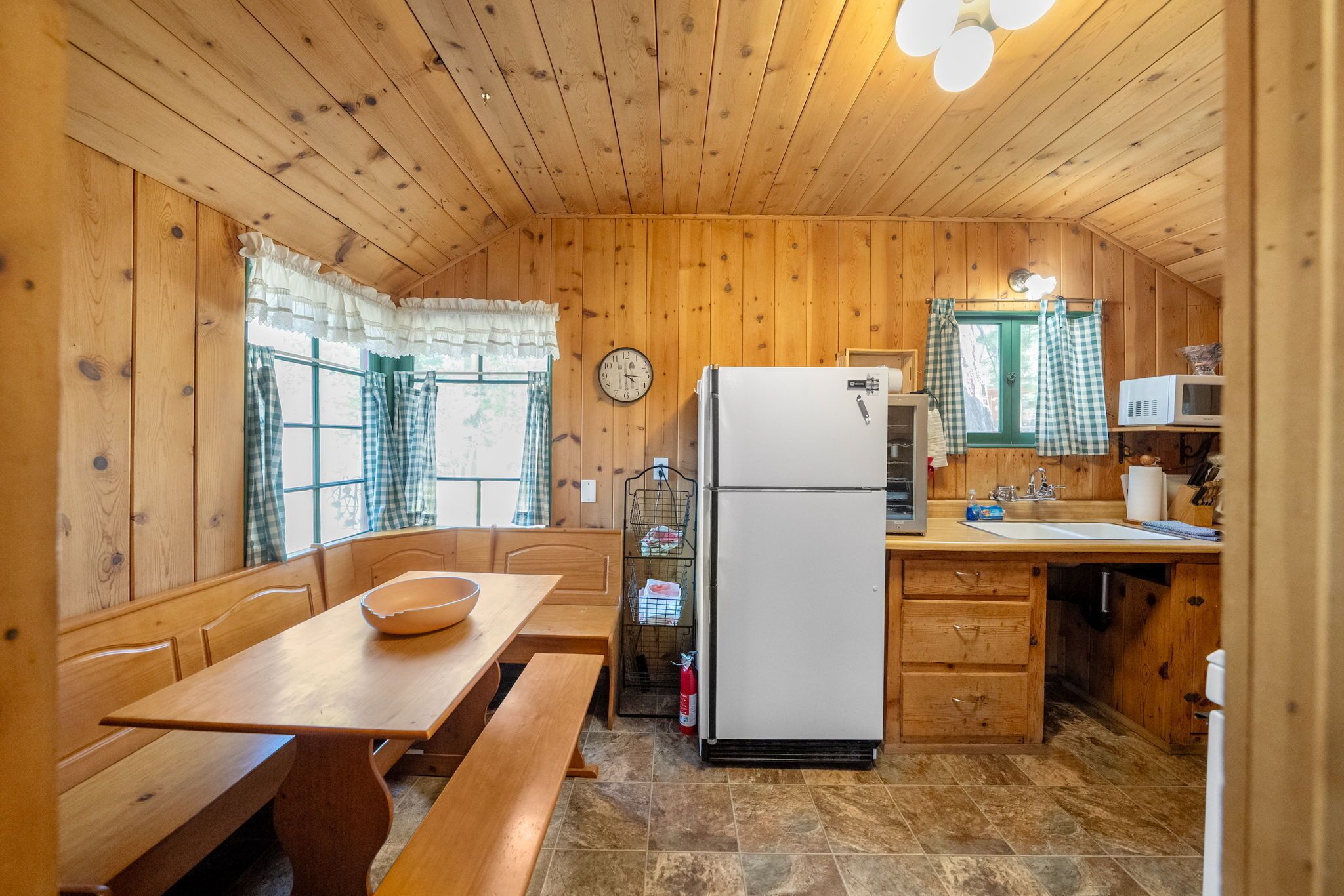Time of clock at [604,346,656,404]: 4:16
